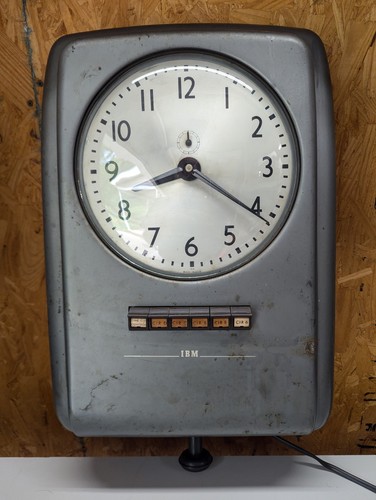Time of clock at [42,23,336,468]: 8:20
